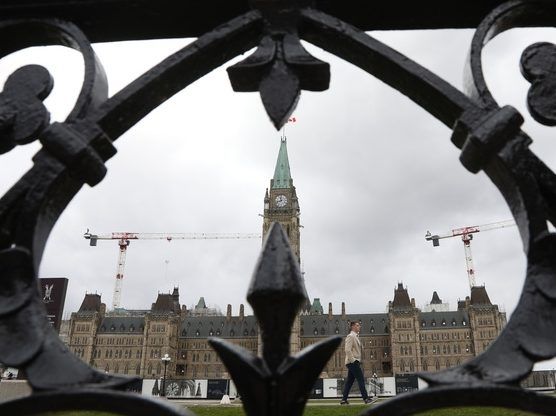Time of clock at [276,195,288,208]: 11:42
